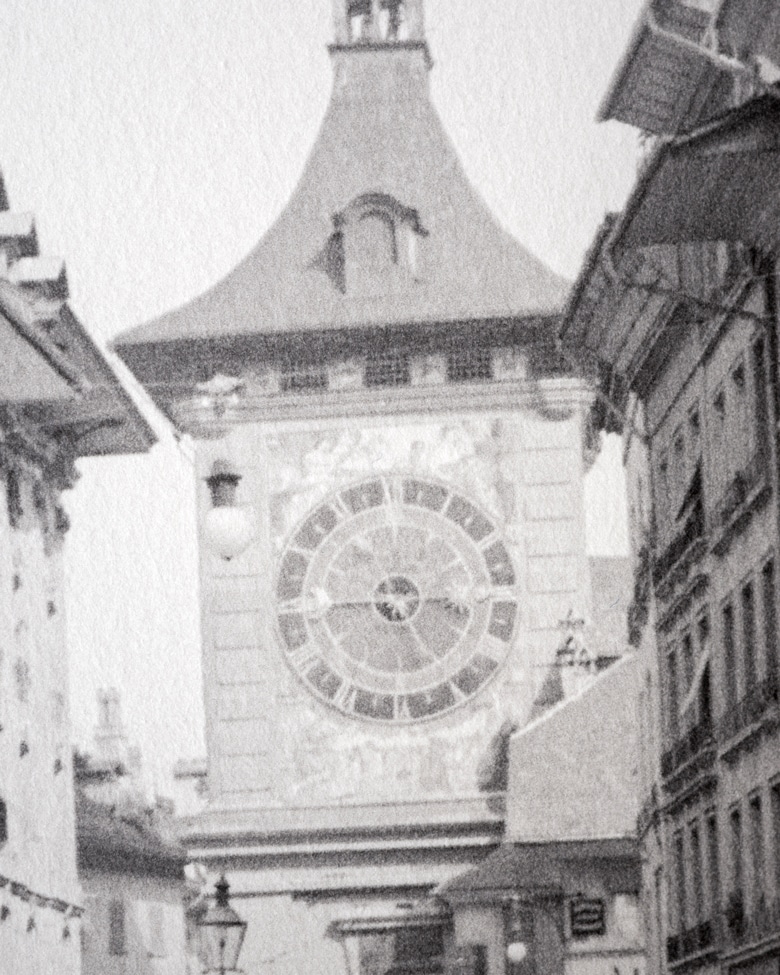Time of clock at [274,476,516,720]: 4:44
